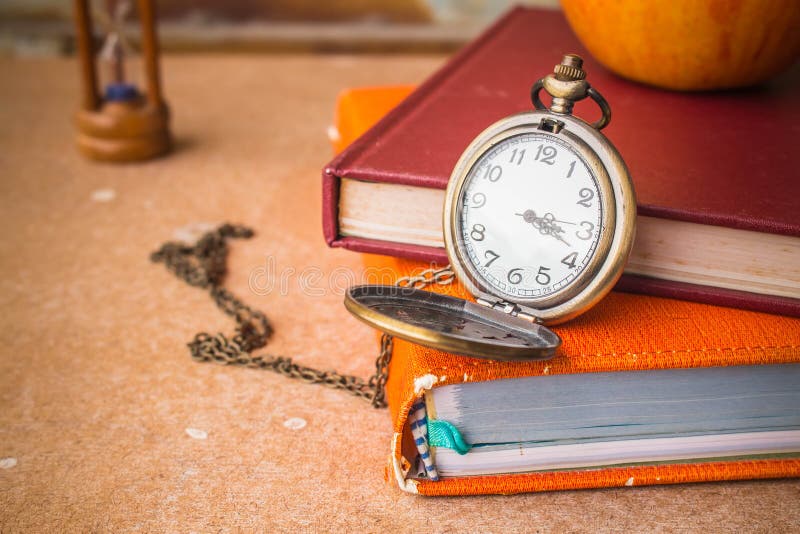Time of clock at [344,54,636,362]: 3:18
